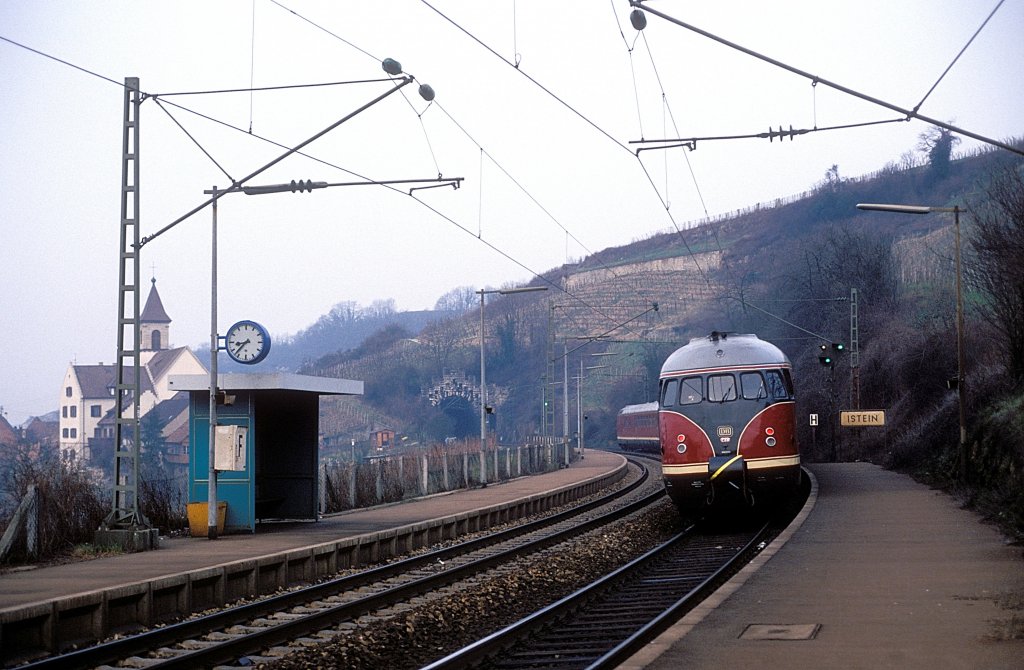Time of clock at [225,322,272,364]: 8:37
